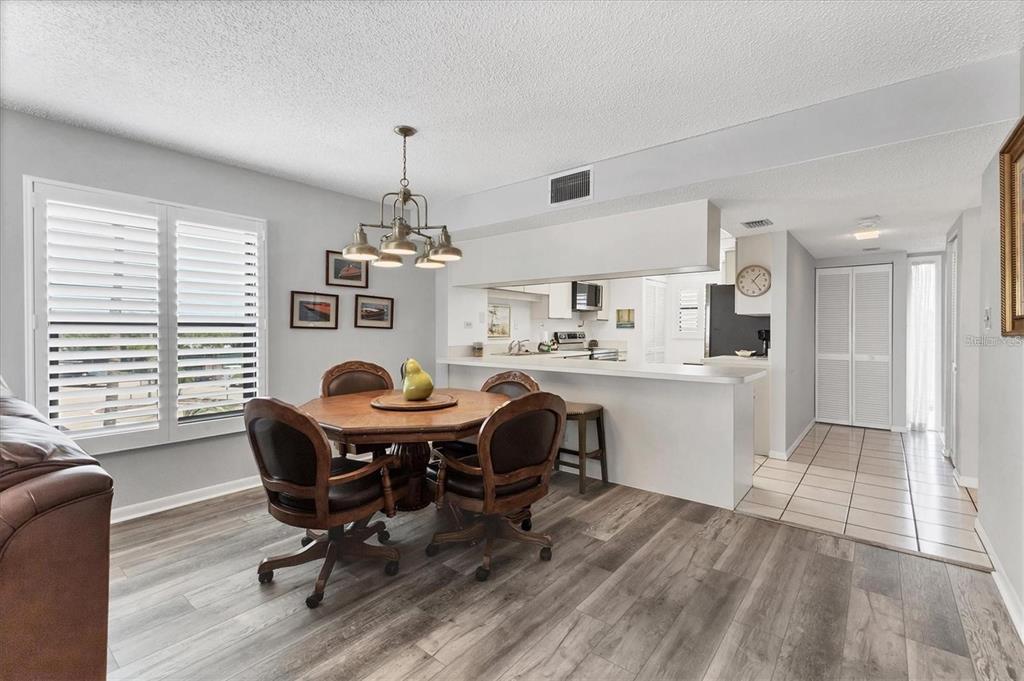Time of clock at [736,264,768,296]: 1:24
